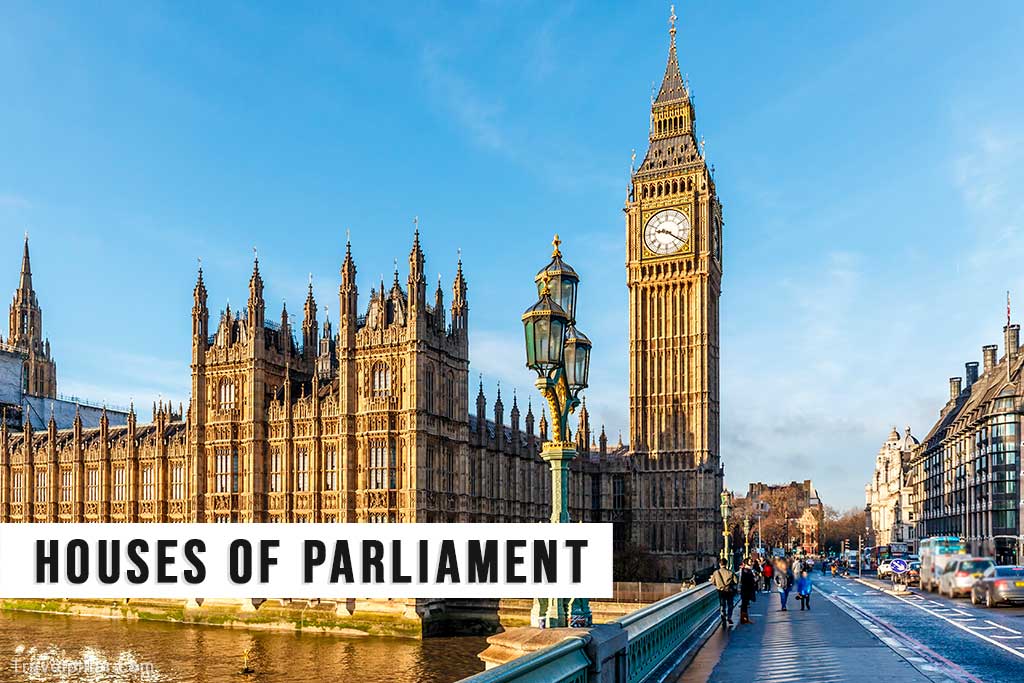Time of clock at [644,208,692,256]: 9:20
